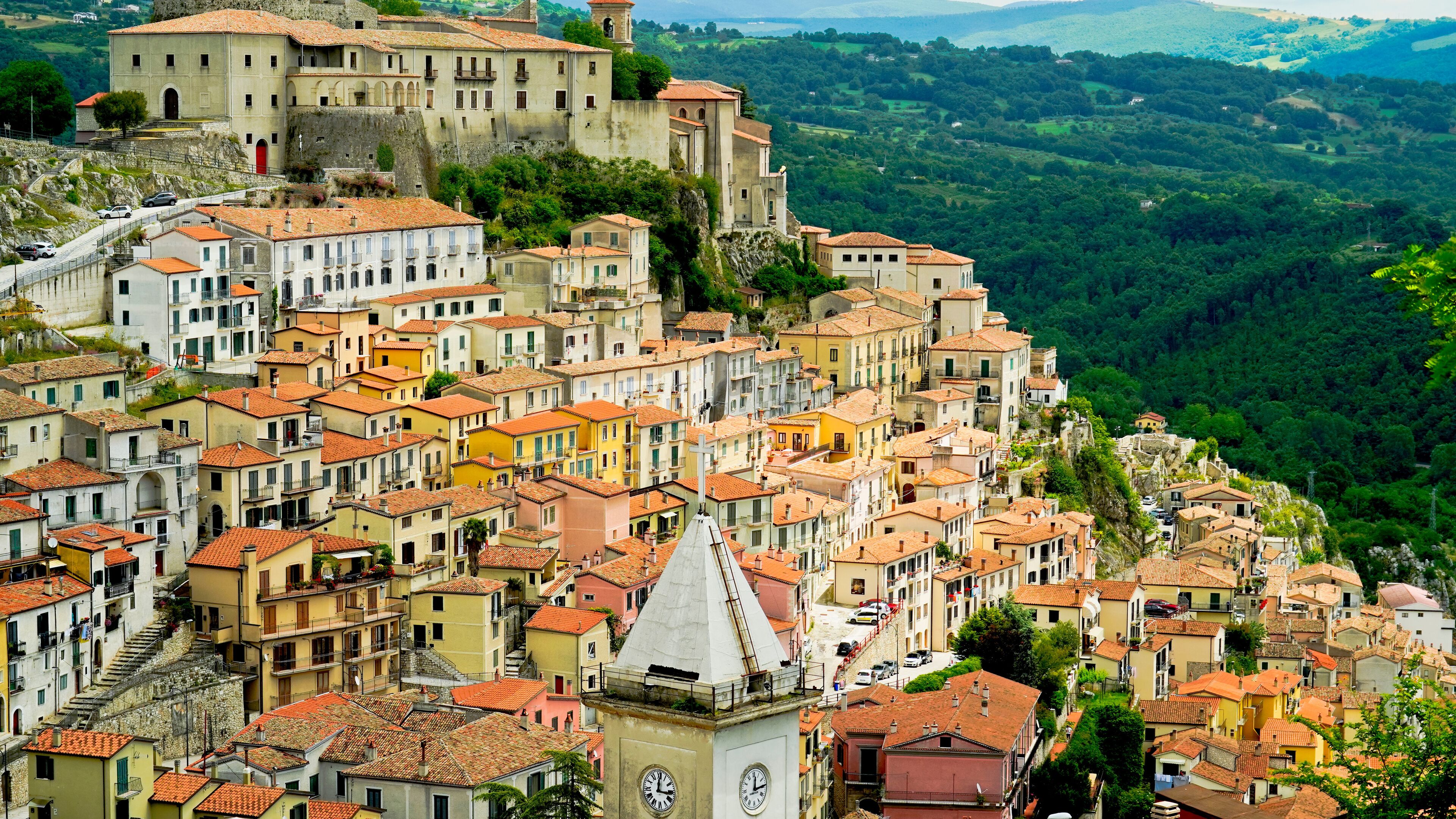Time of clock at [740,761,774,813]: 12:14
